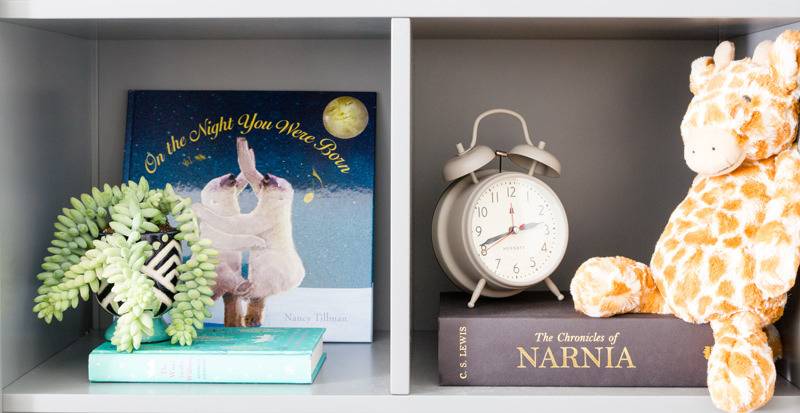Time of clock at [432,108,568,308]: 2:41
